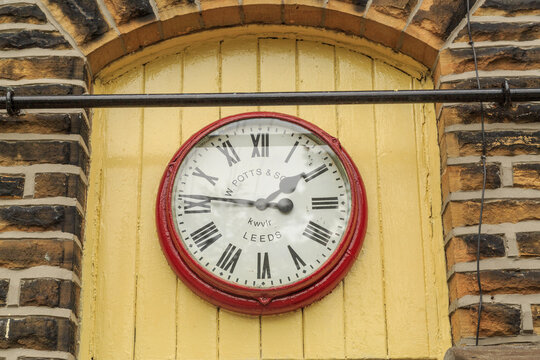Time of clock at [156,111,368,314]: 1:46
